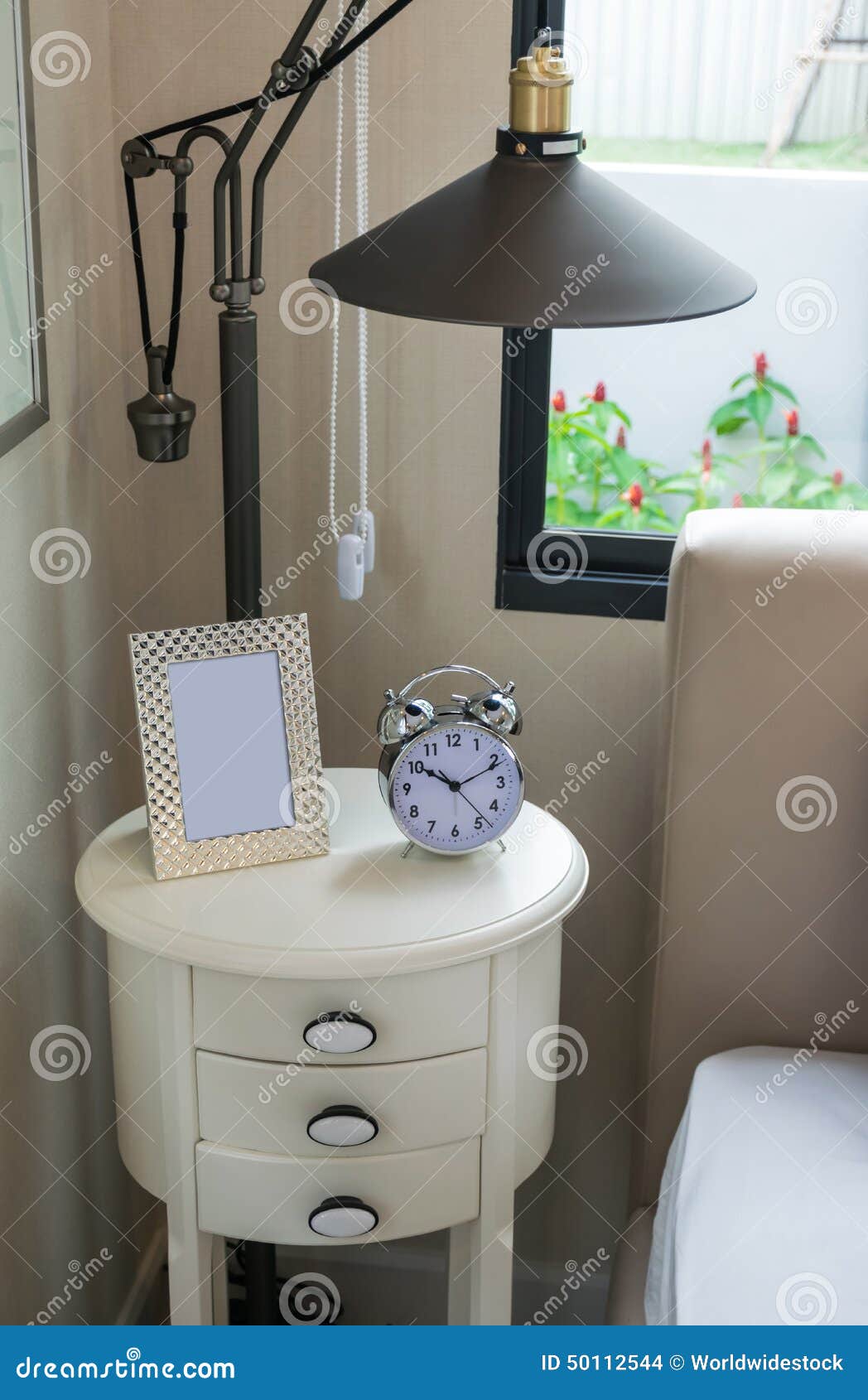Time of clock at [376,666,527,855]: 10:11
